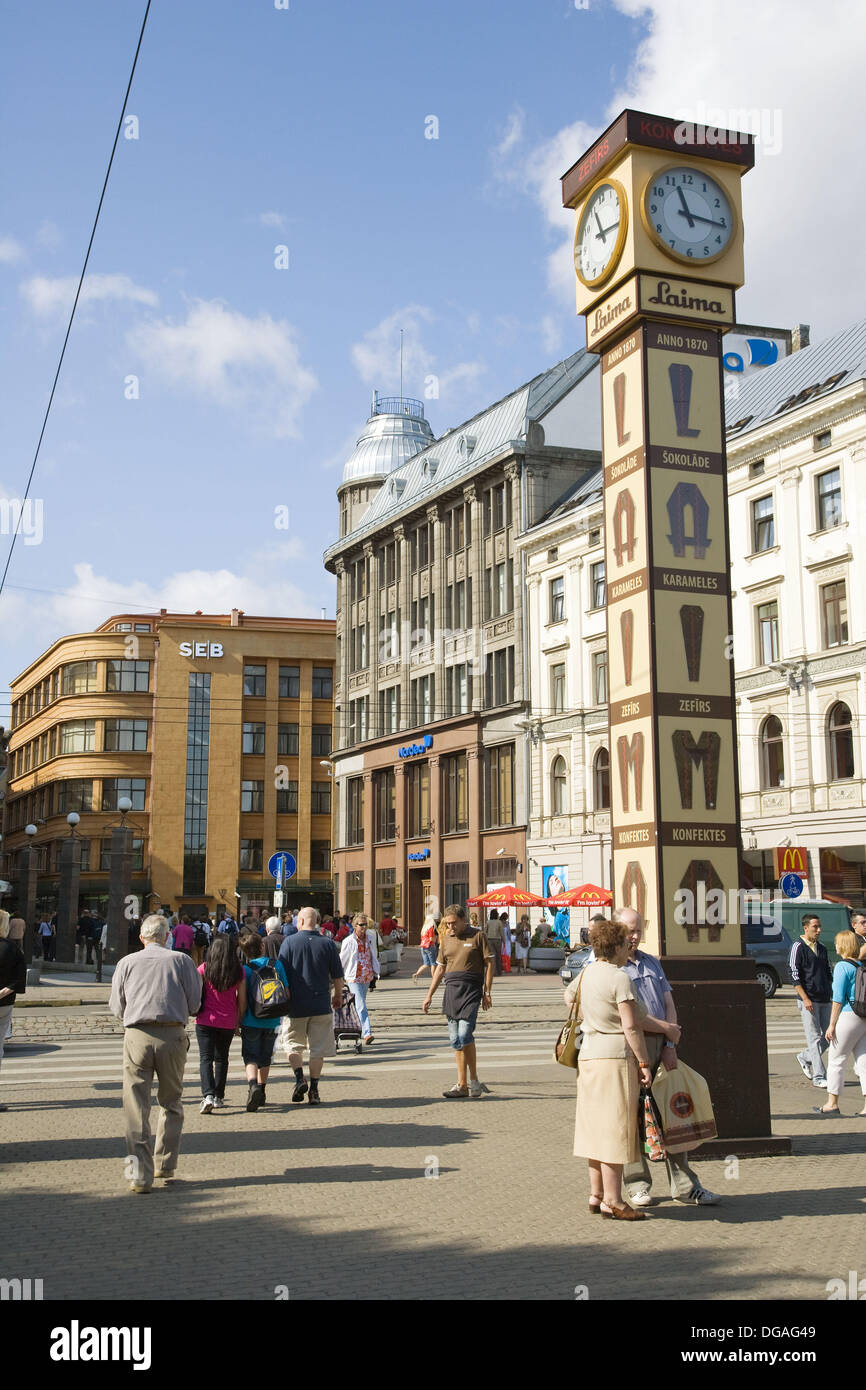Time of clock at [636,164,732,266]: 11:16
